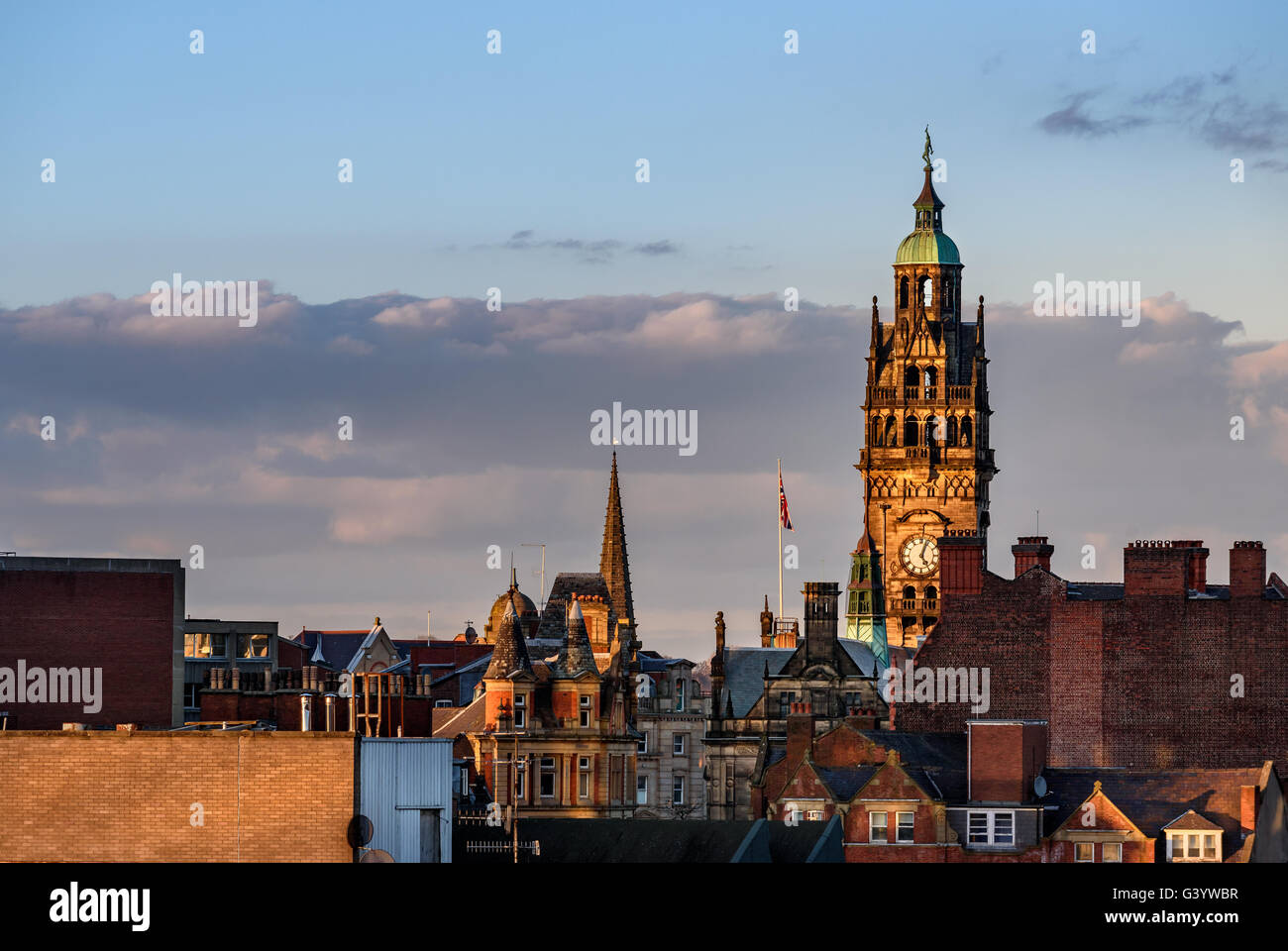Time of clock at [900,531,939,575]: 5:03
